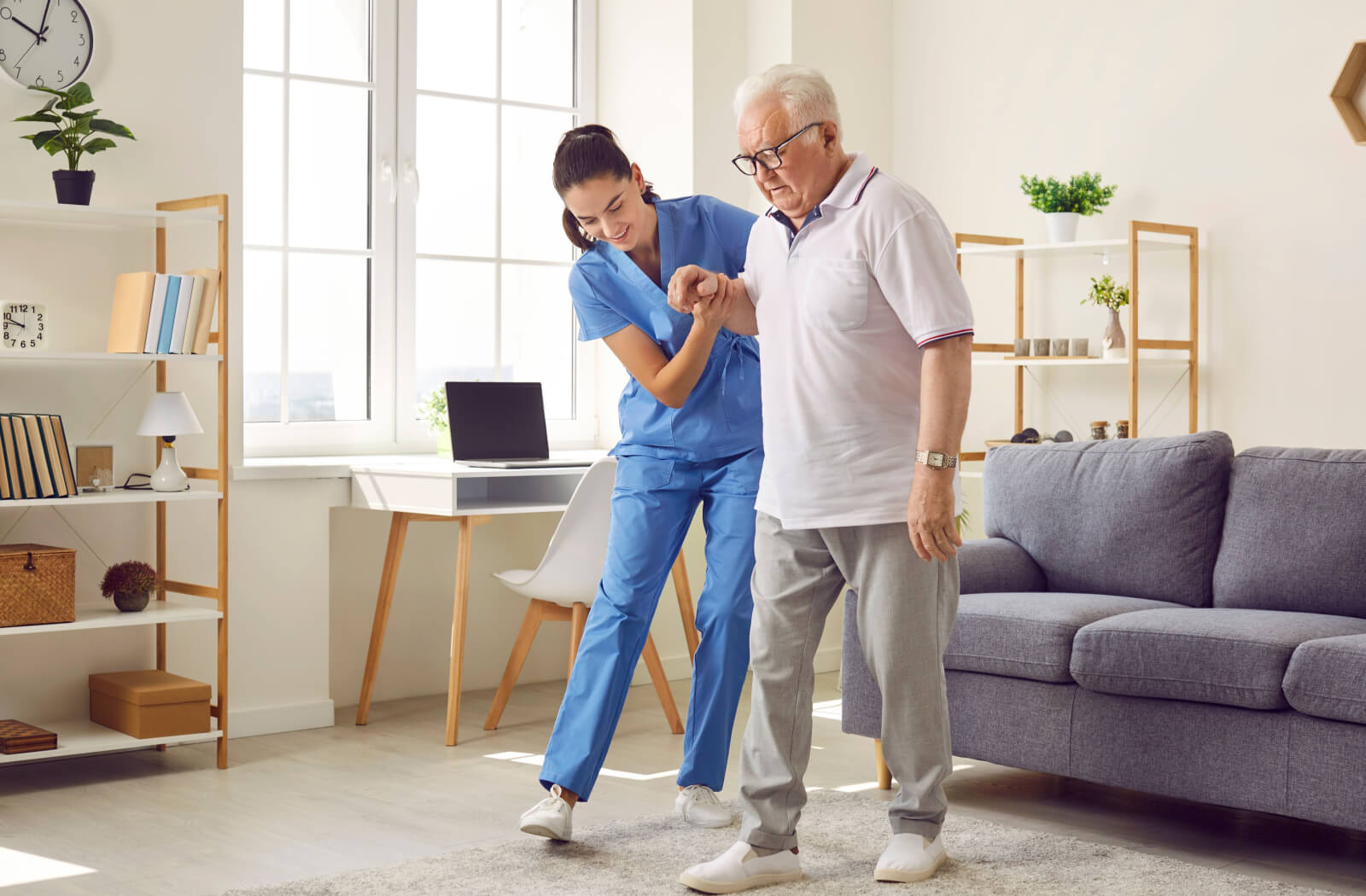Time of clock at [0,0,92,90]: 10:03
